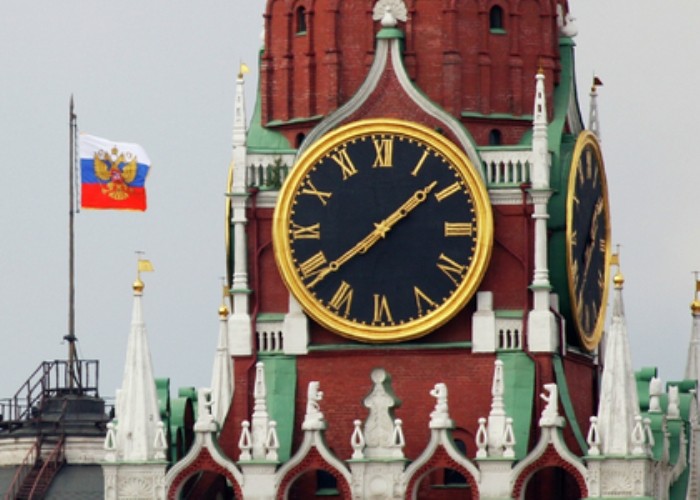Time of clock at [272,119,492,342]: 1:38
